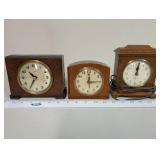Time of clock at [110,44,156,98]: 12:01
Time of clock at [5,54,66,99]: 10:35
